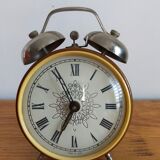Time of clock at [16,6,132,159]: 6:55
